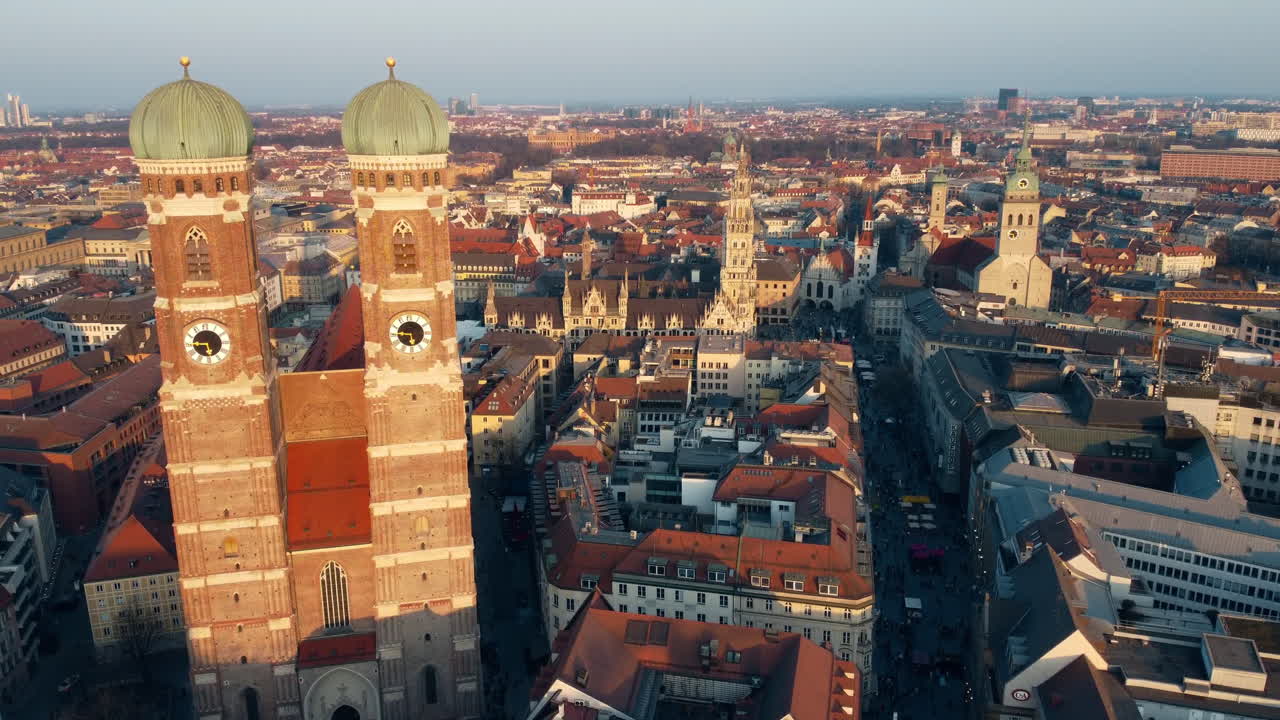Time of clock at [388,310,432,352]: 5:45
